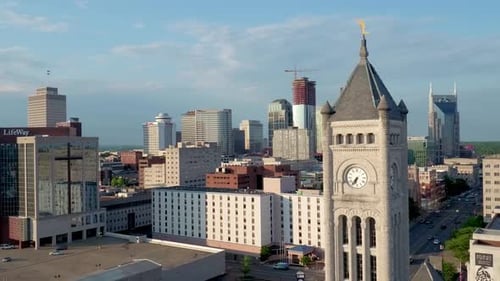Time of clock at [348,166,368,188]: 6:36
